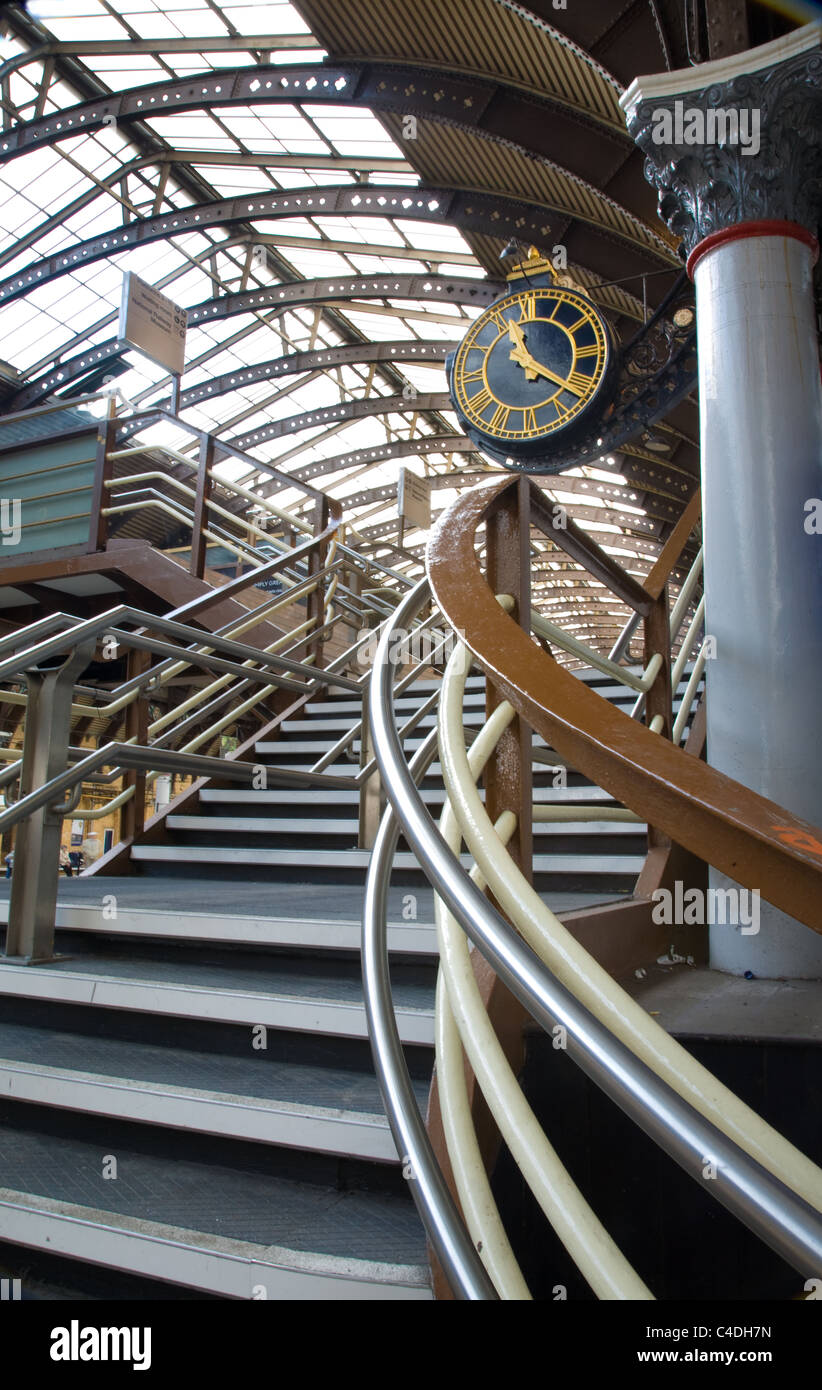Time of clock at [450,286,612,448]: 11:21
